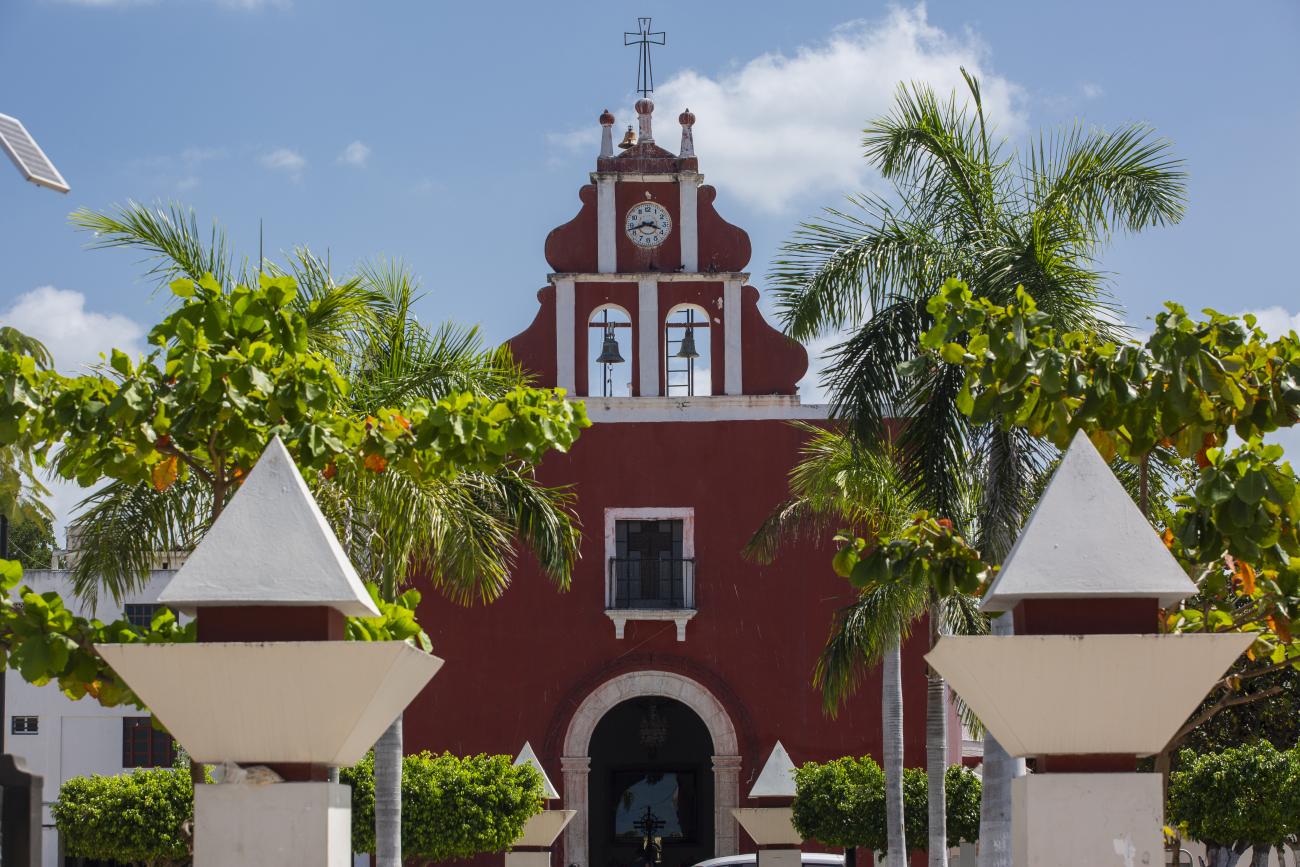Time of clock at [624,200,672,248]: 3:42
